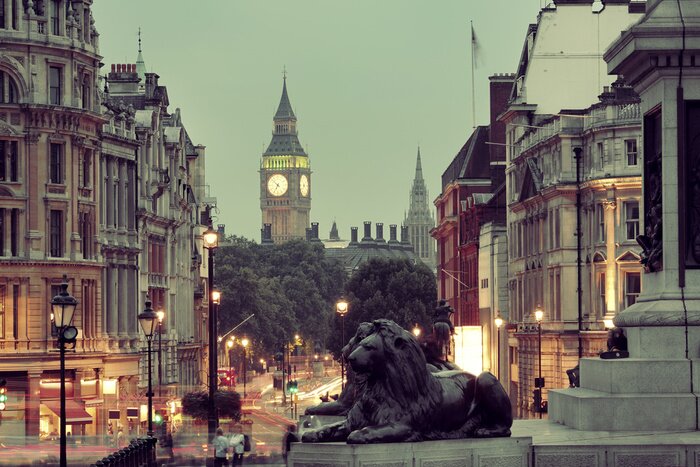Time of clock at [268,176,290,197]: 6:52
